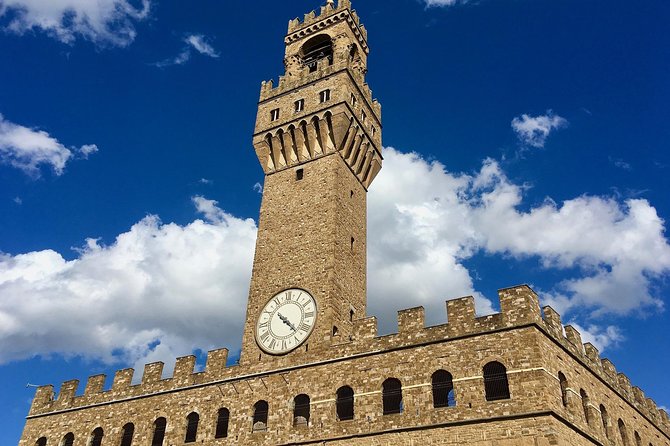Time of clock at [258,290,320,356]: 10:22
